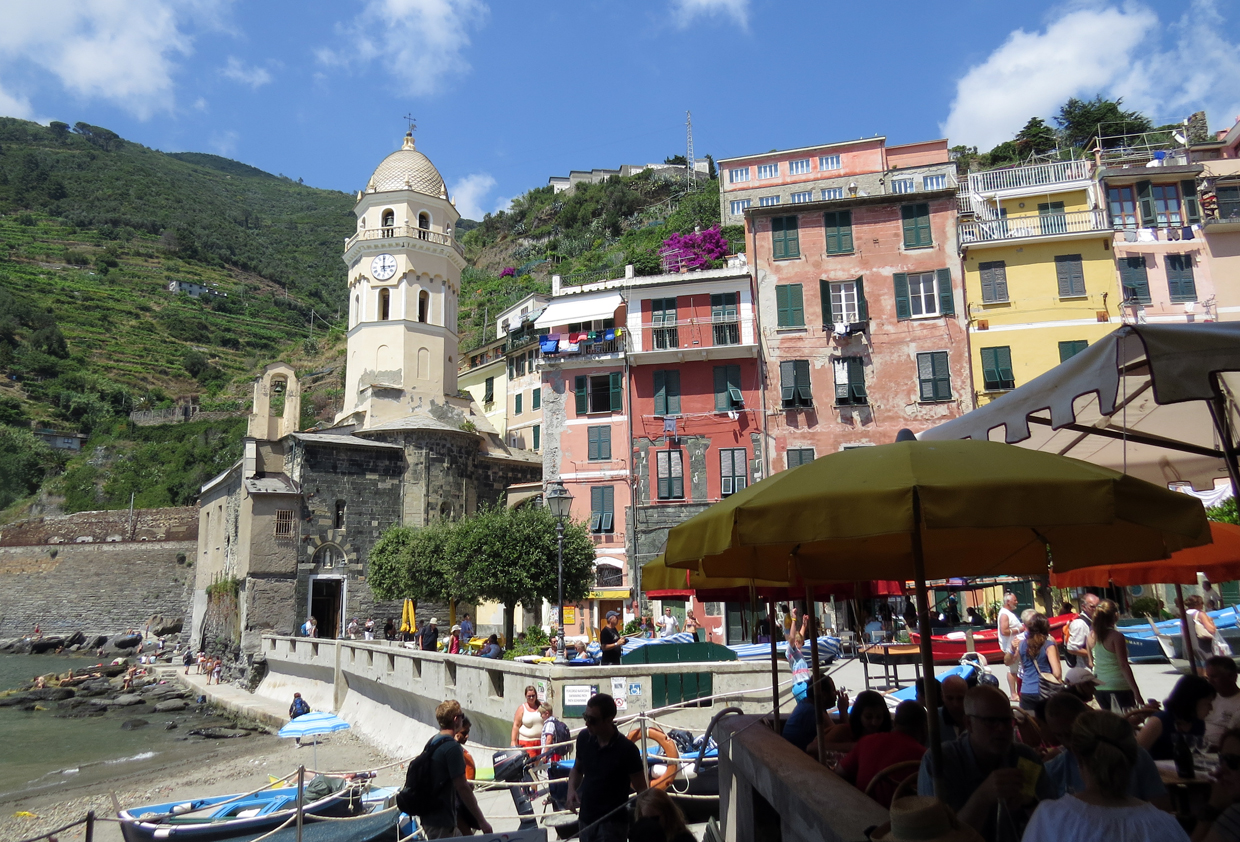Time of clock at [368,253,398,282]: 2:59
